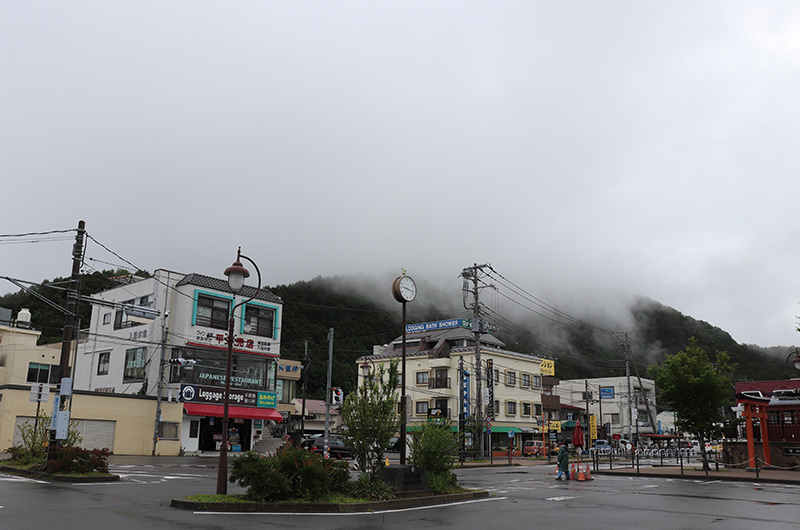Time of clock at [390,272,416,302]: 9:17
